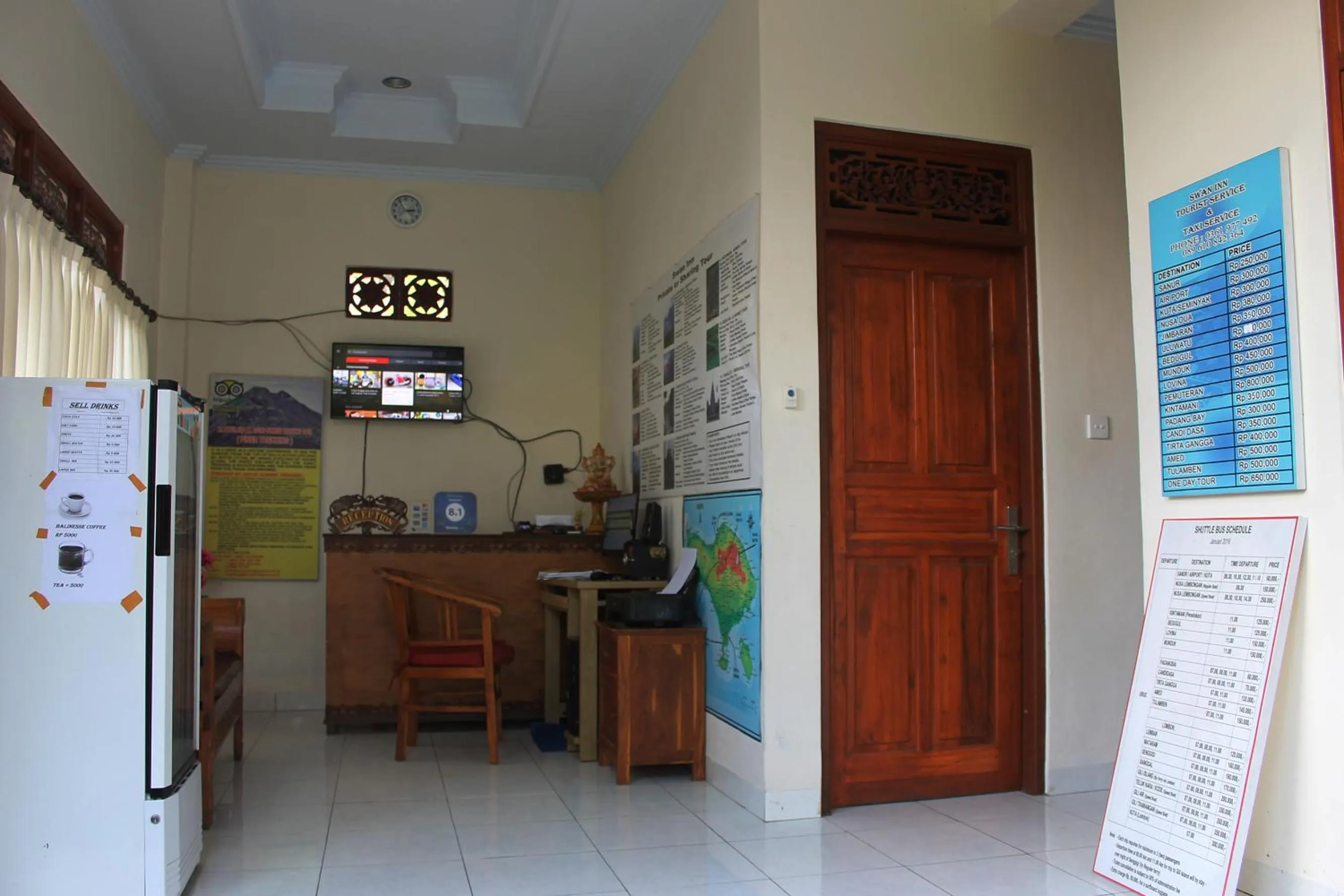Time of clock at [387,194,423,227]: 2:53
